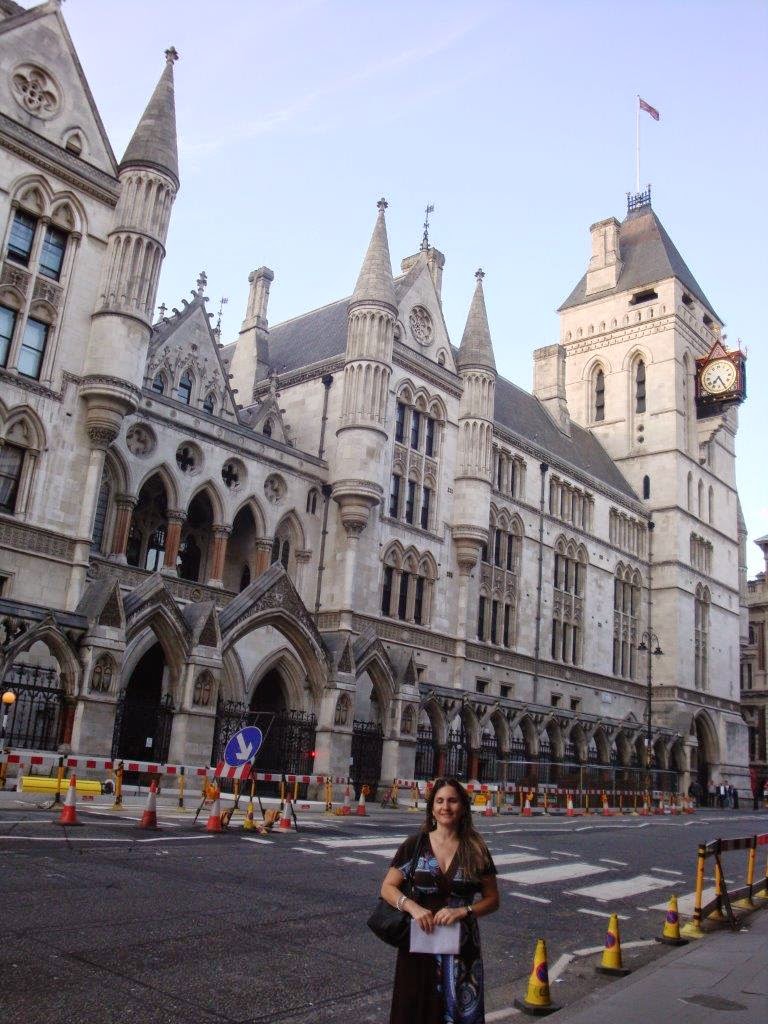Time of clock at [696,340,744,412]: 7:25
